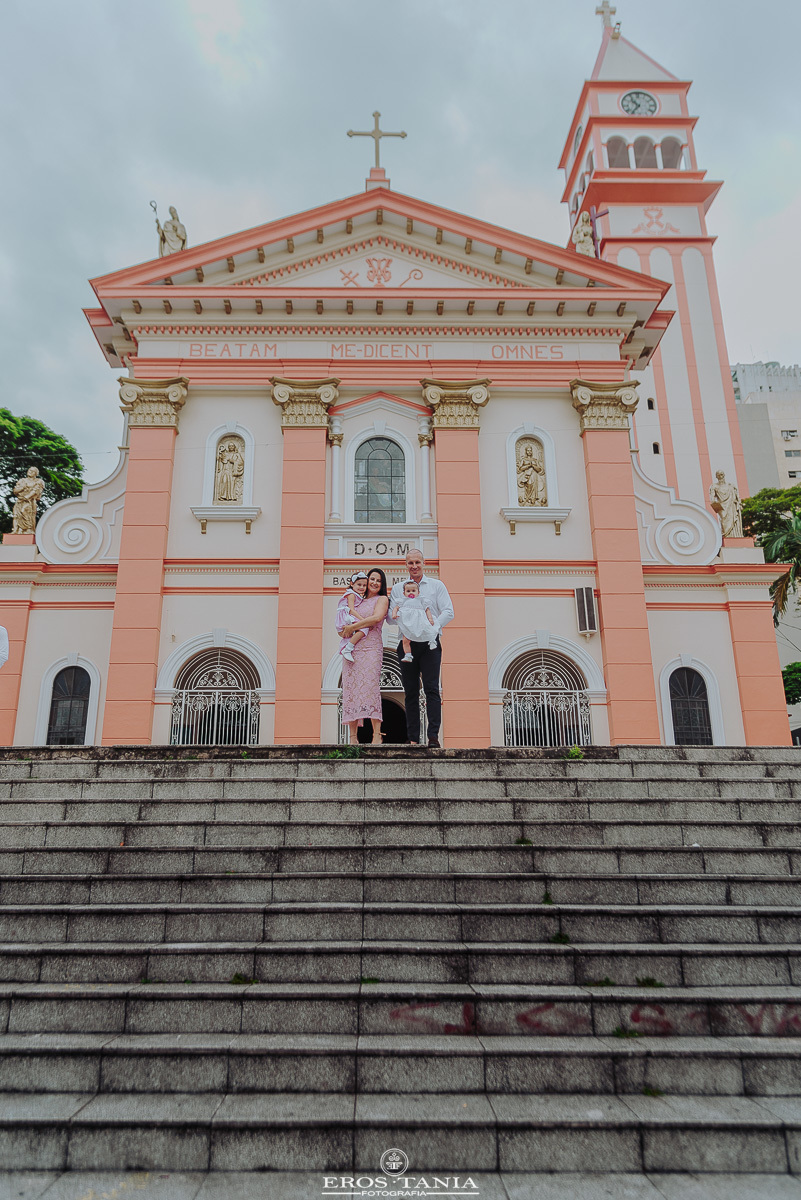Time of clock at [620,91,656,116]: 10:36
